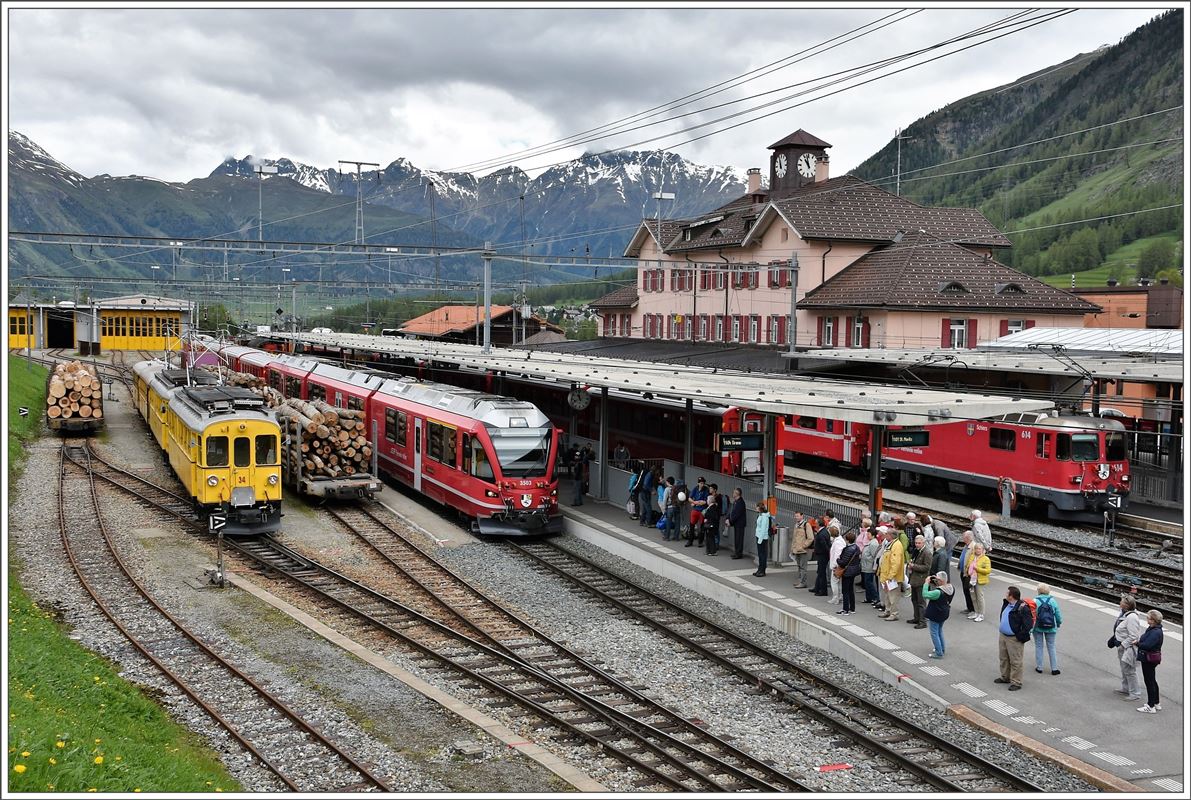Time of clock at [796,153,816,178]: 10:58
